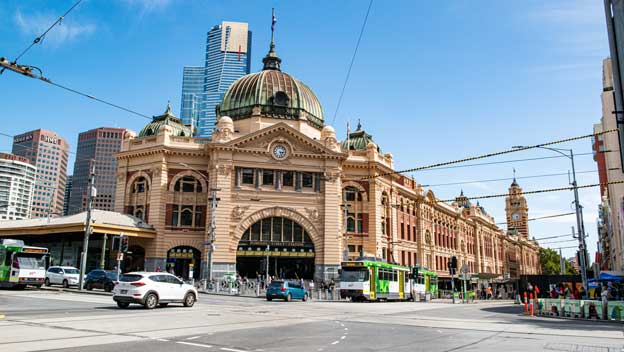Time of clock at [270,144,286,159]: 3:26
